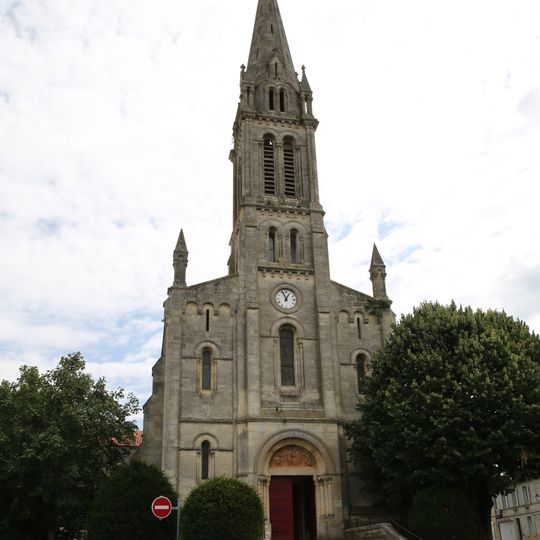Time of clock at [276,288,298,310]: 12:55
